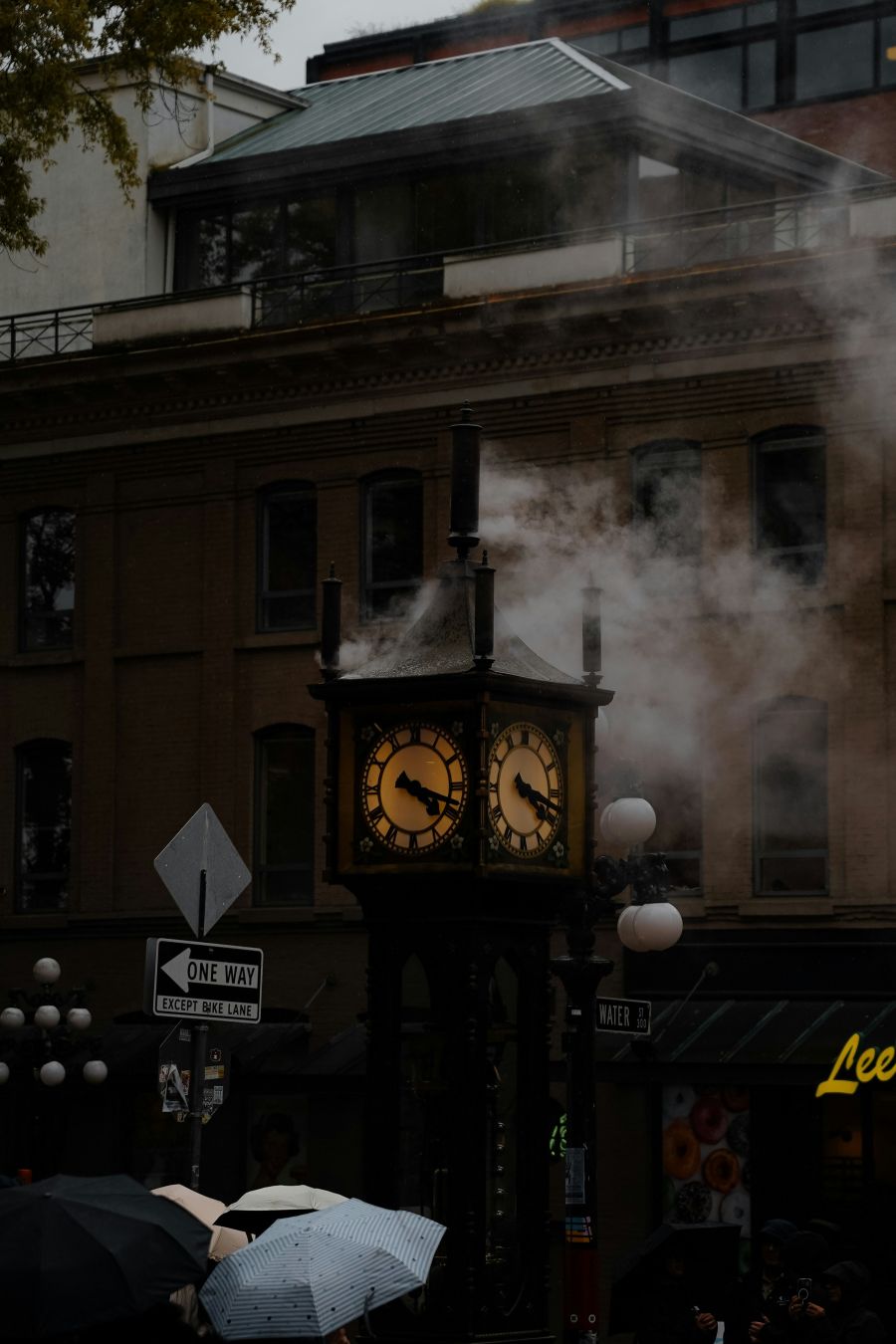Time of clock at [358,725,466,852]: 4:18
